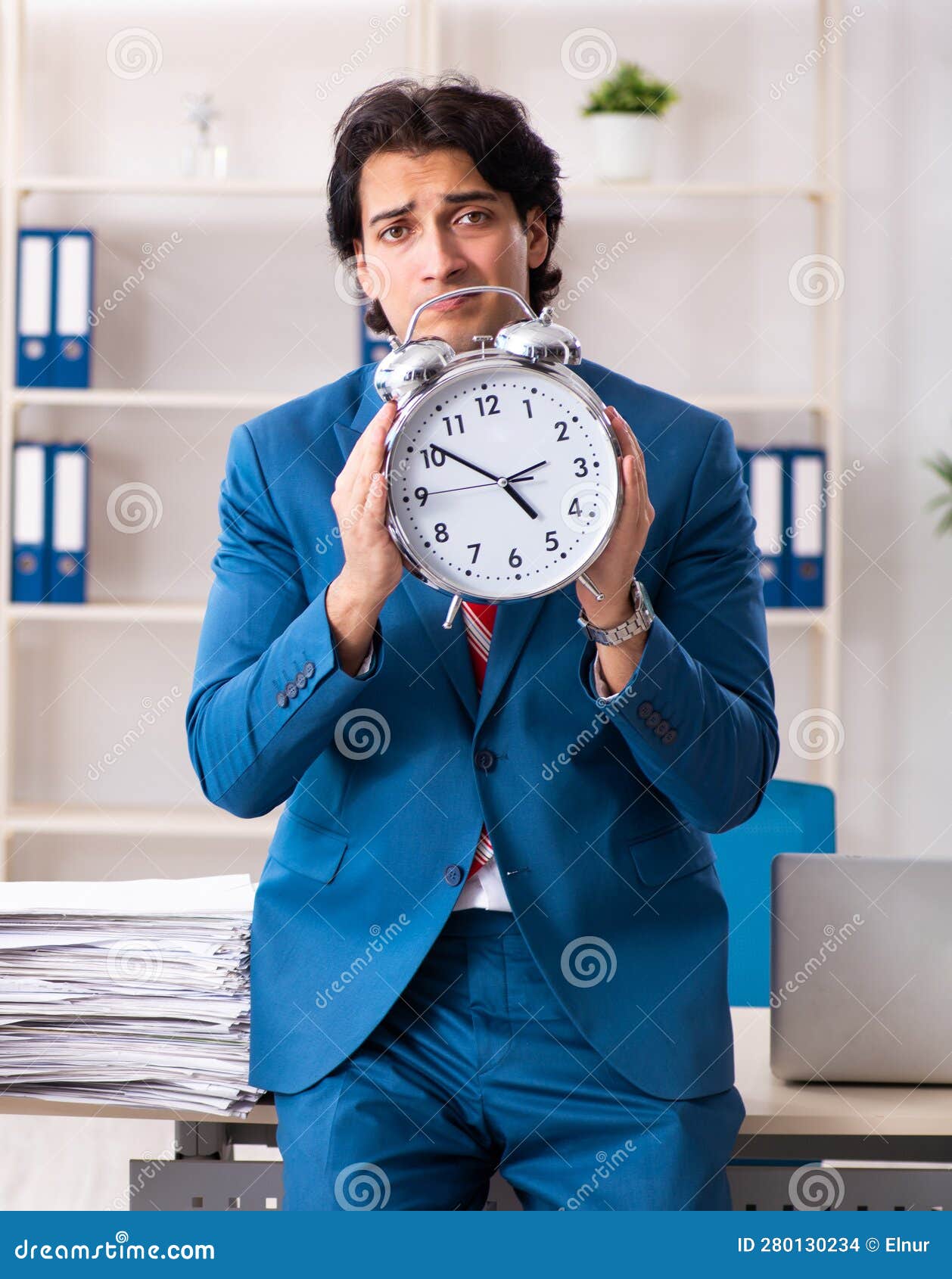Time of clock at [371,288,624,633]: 4:51
